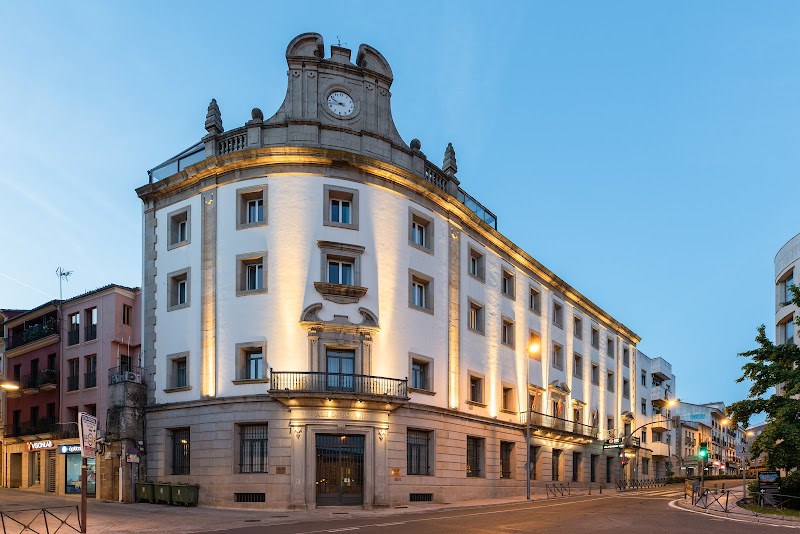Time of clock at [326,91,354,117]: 9:42
